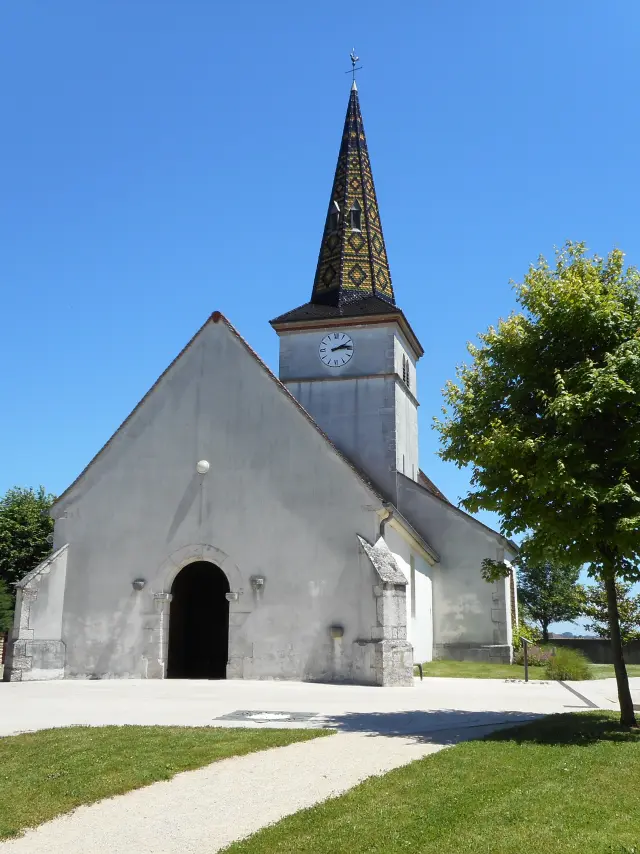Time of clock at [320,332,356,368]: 2:13
